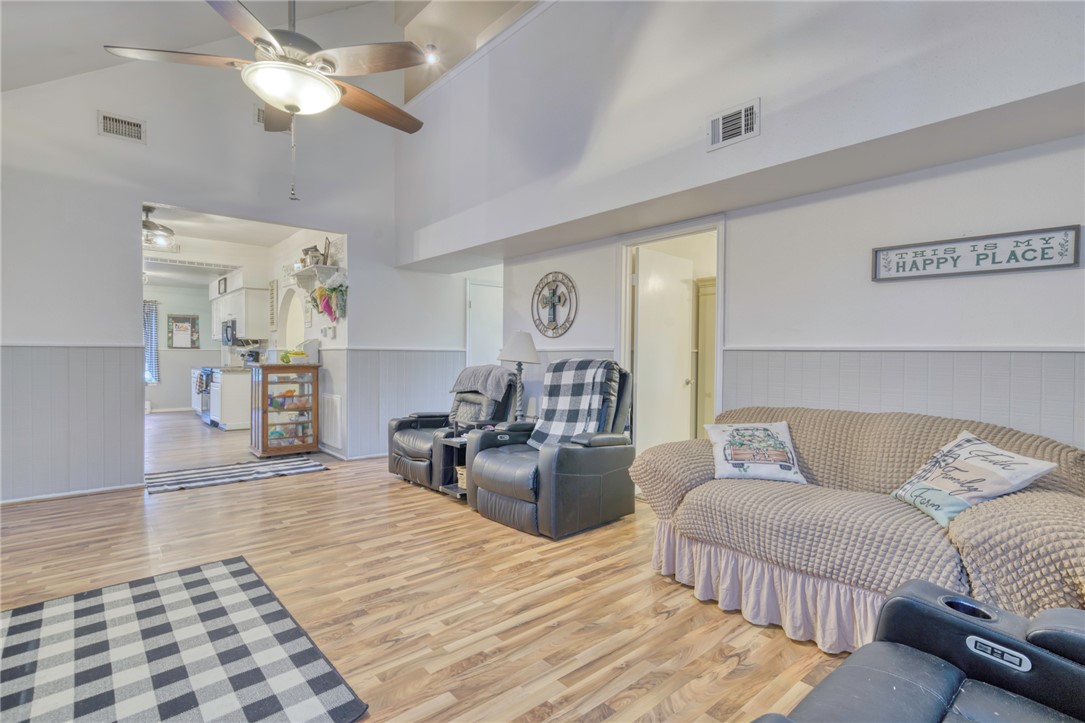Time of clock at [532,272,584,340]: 12:28
